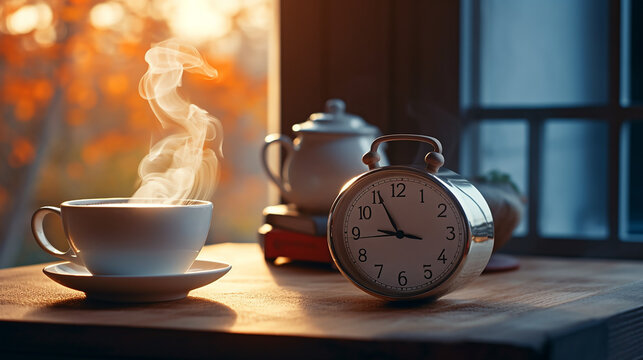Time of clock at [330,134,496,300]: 8:55
